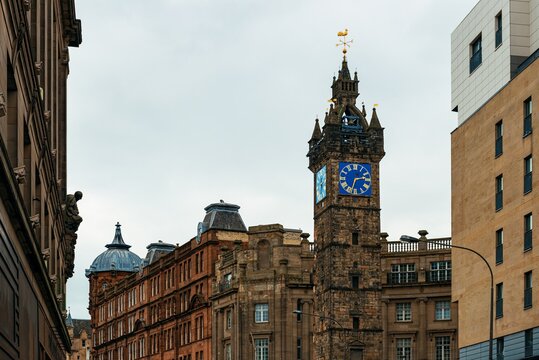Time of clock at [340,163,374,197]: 2:33
